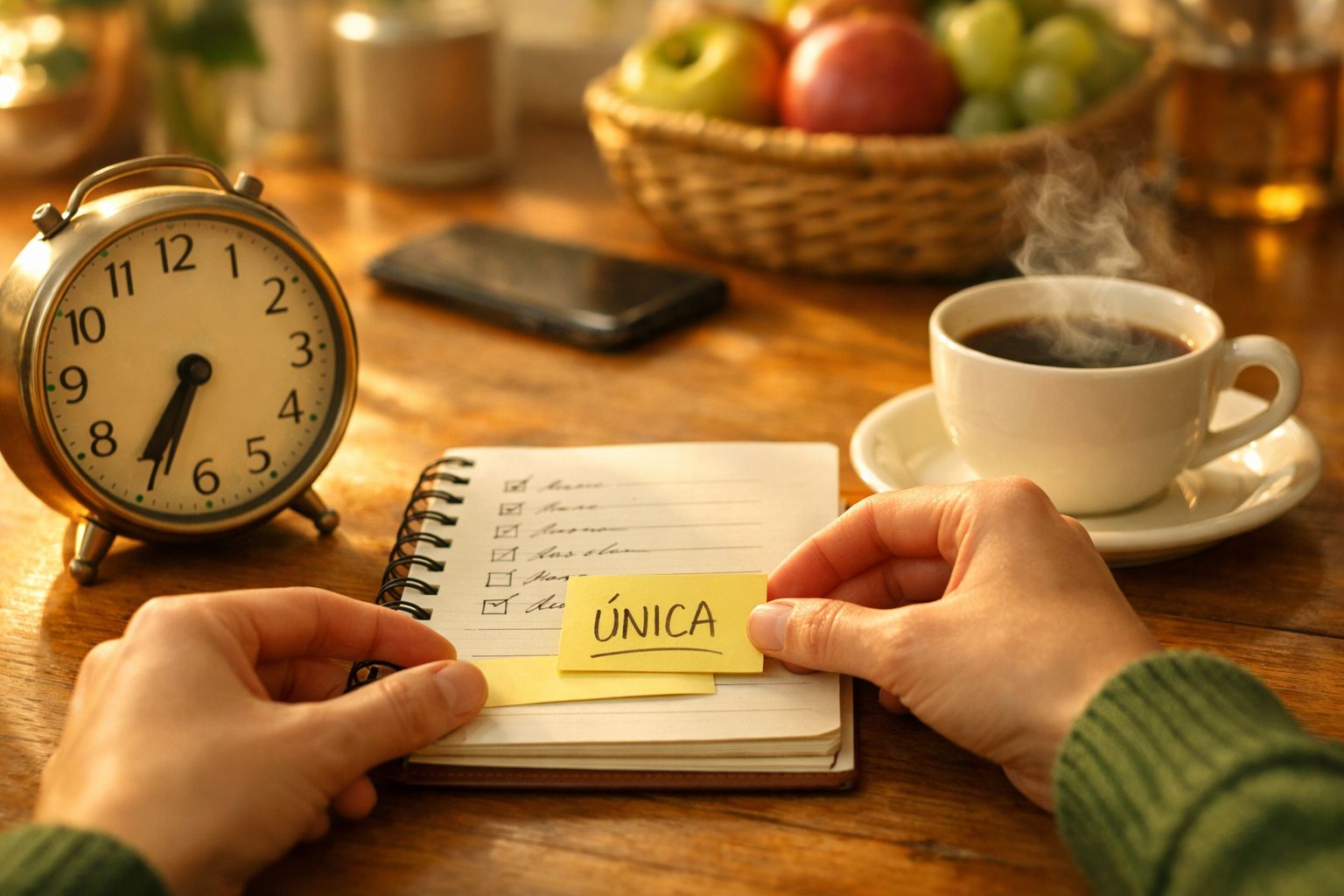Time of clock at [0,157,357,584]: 6:35
